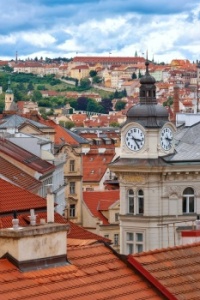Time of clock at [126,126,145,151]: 3:24
